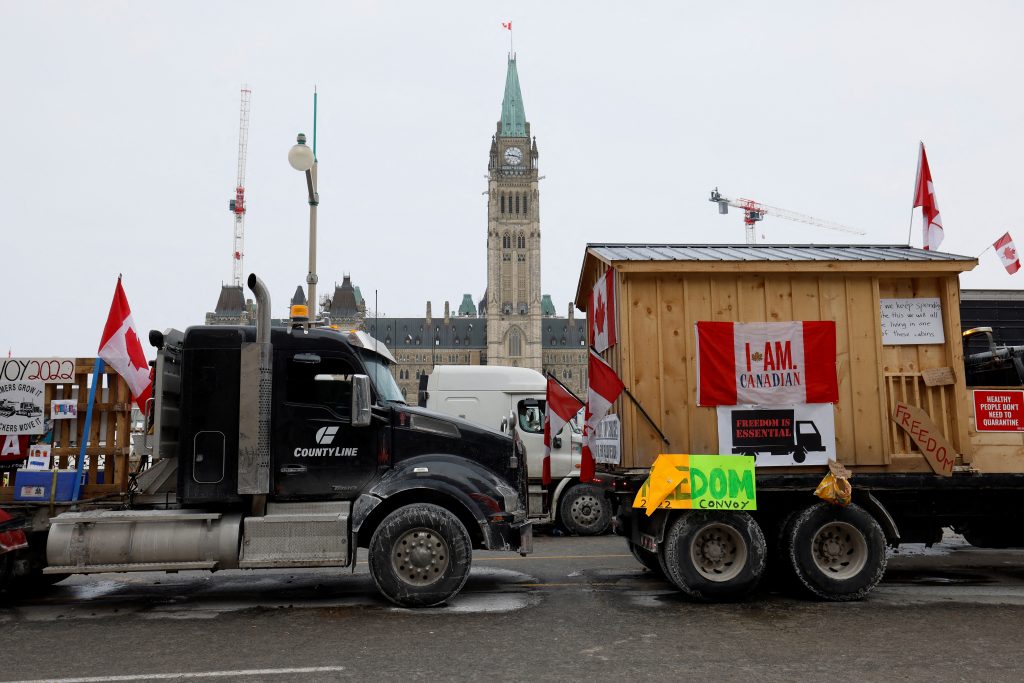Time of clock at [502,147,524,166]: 9:17
